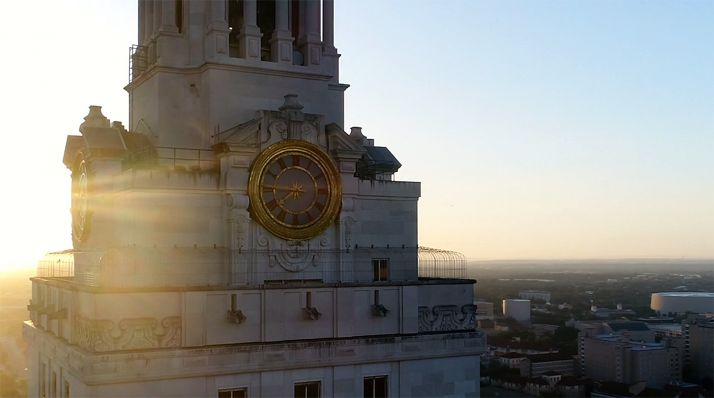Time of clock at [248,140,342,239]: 7:45
